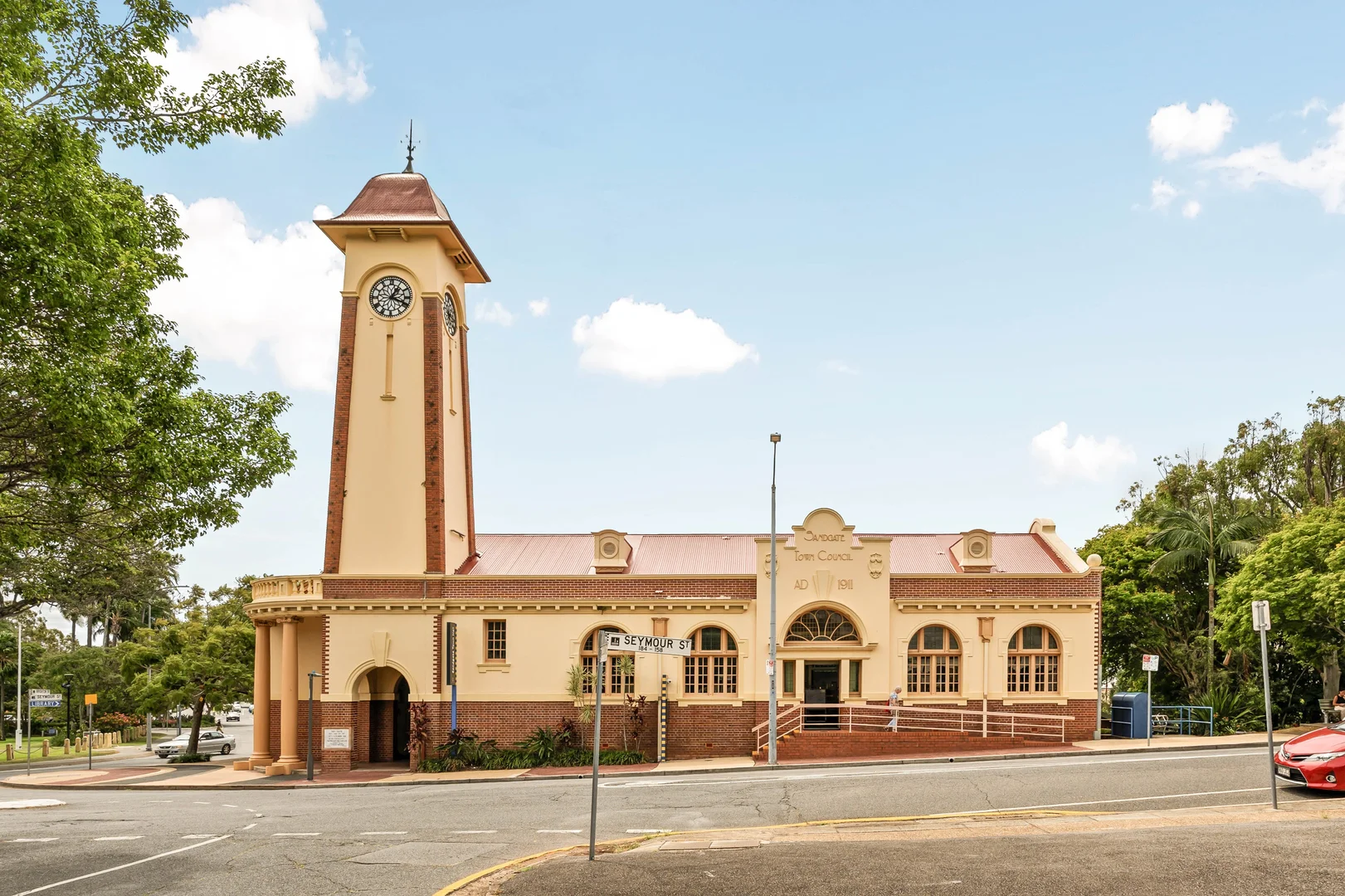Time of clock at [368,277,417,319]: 1:18
